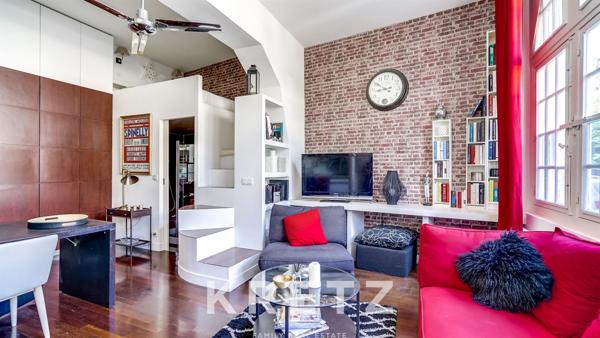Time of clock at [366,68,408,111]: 8:50
